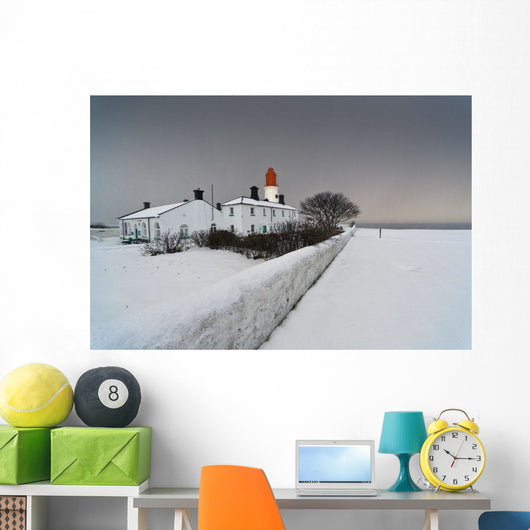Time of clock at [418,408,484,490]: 10:15
